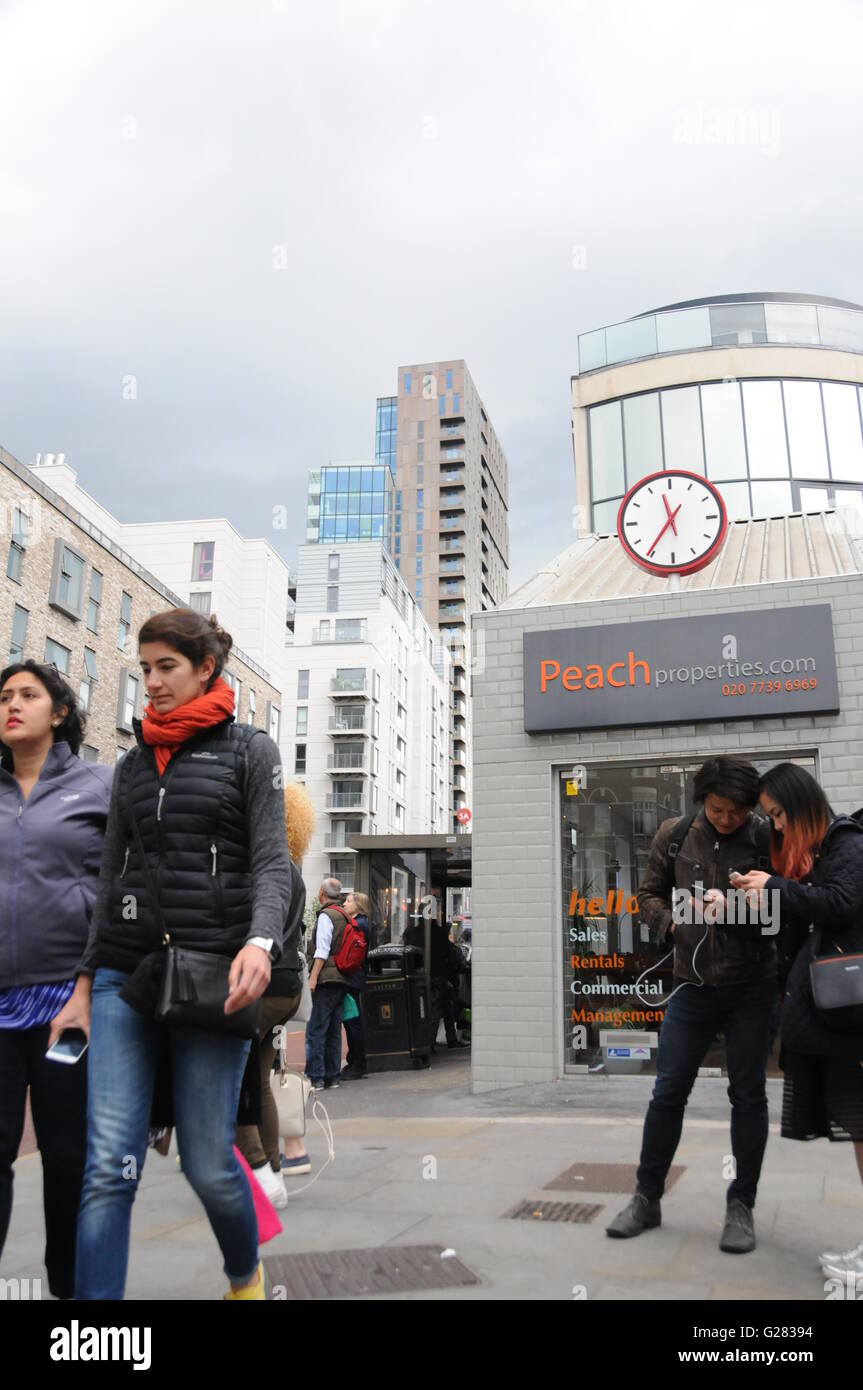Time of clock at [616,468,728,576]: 11:35
